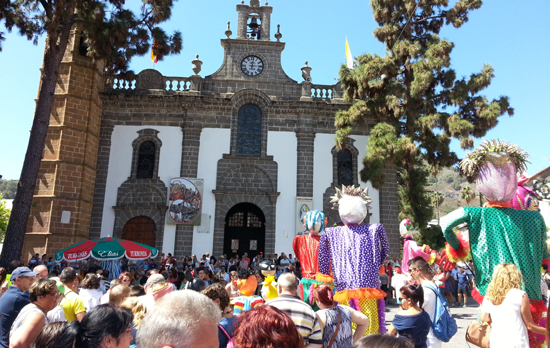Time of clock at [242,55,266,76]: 12:14
